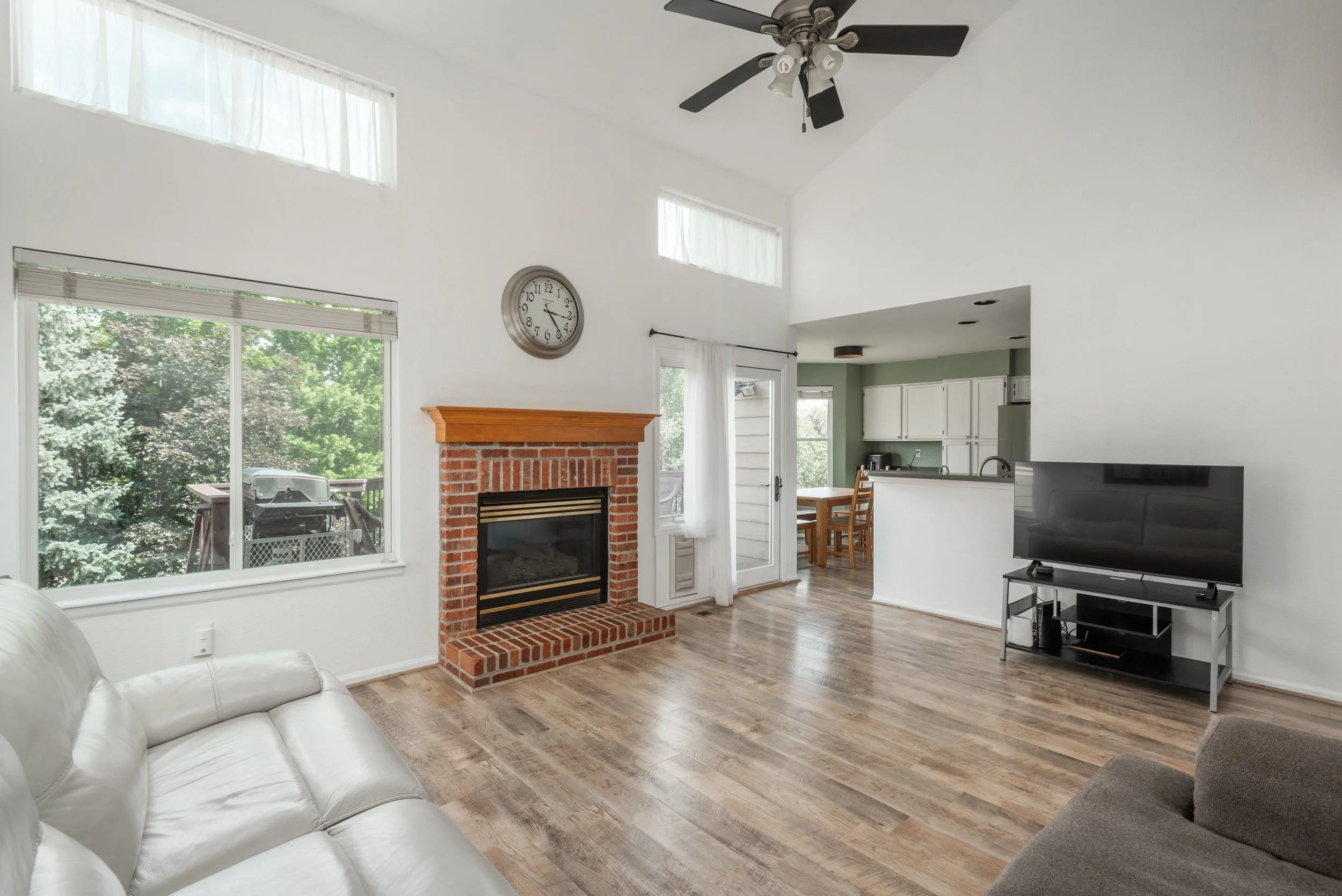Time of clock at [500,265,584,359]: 3:23
